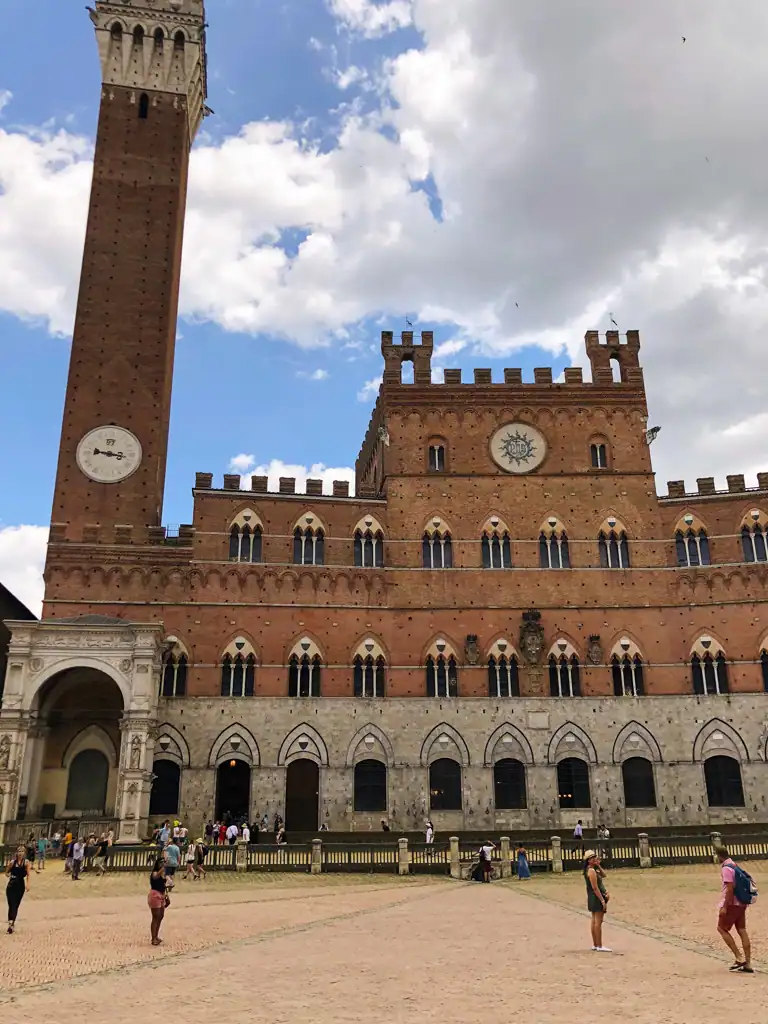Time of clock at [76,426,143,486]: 9:16
